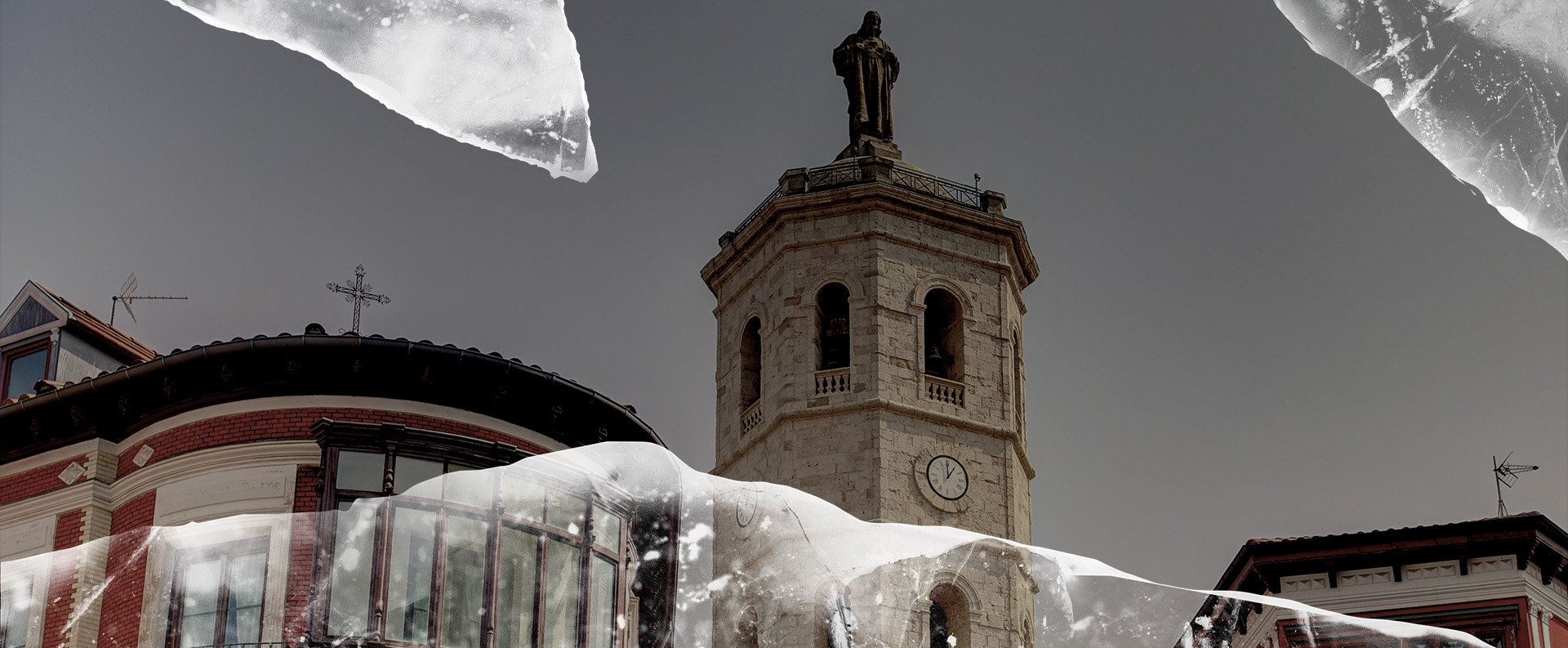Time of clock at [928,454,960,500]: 12:59
